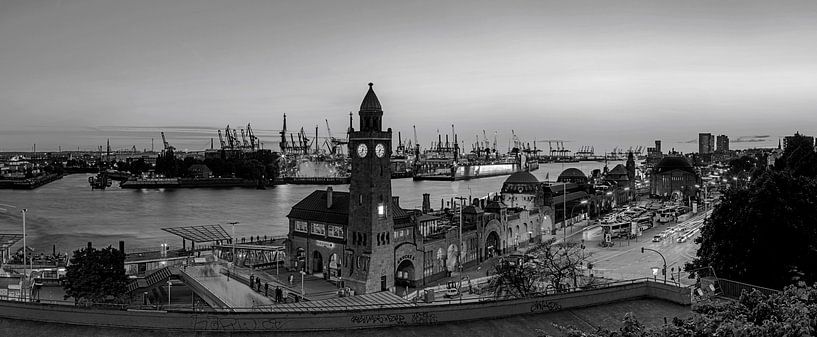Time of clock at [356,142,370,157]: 7:32
